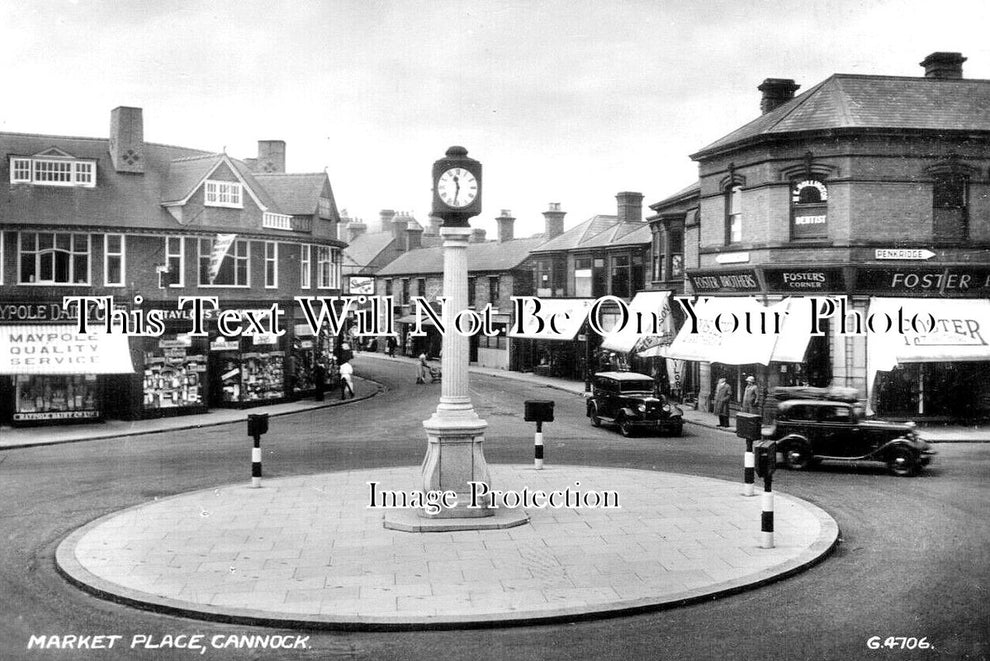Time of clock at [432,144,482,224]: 11:32
